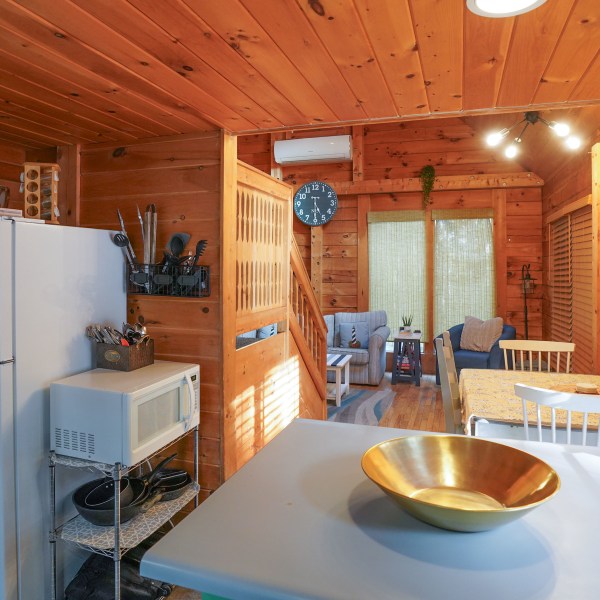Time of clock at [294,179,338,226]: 5:30
